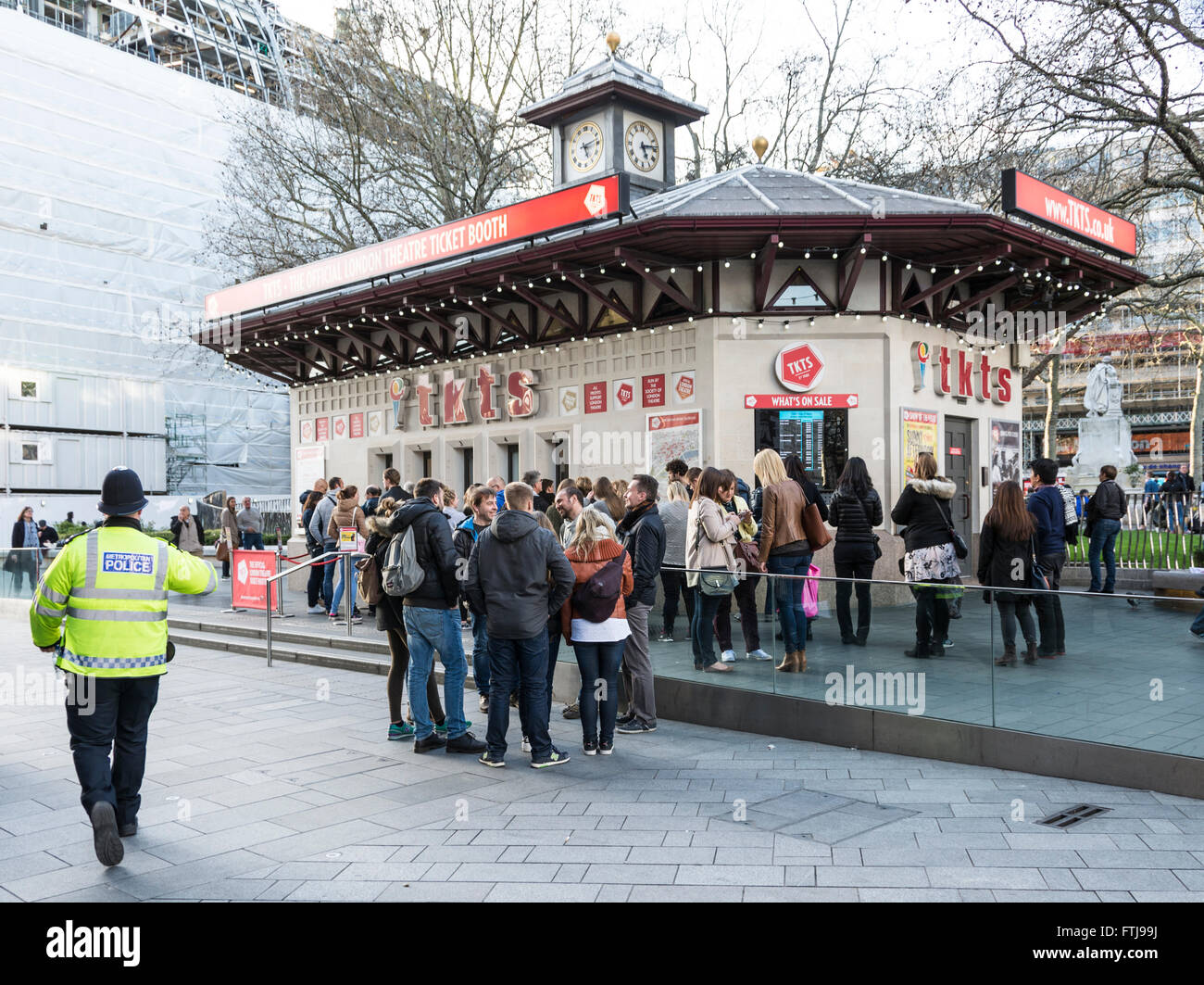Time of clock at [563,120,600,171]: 5:12
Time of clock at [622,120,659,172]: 5:13
